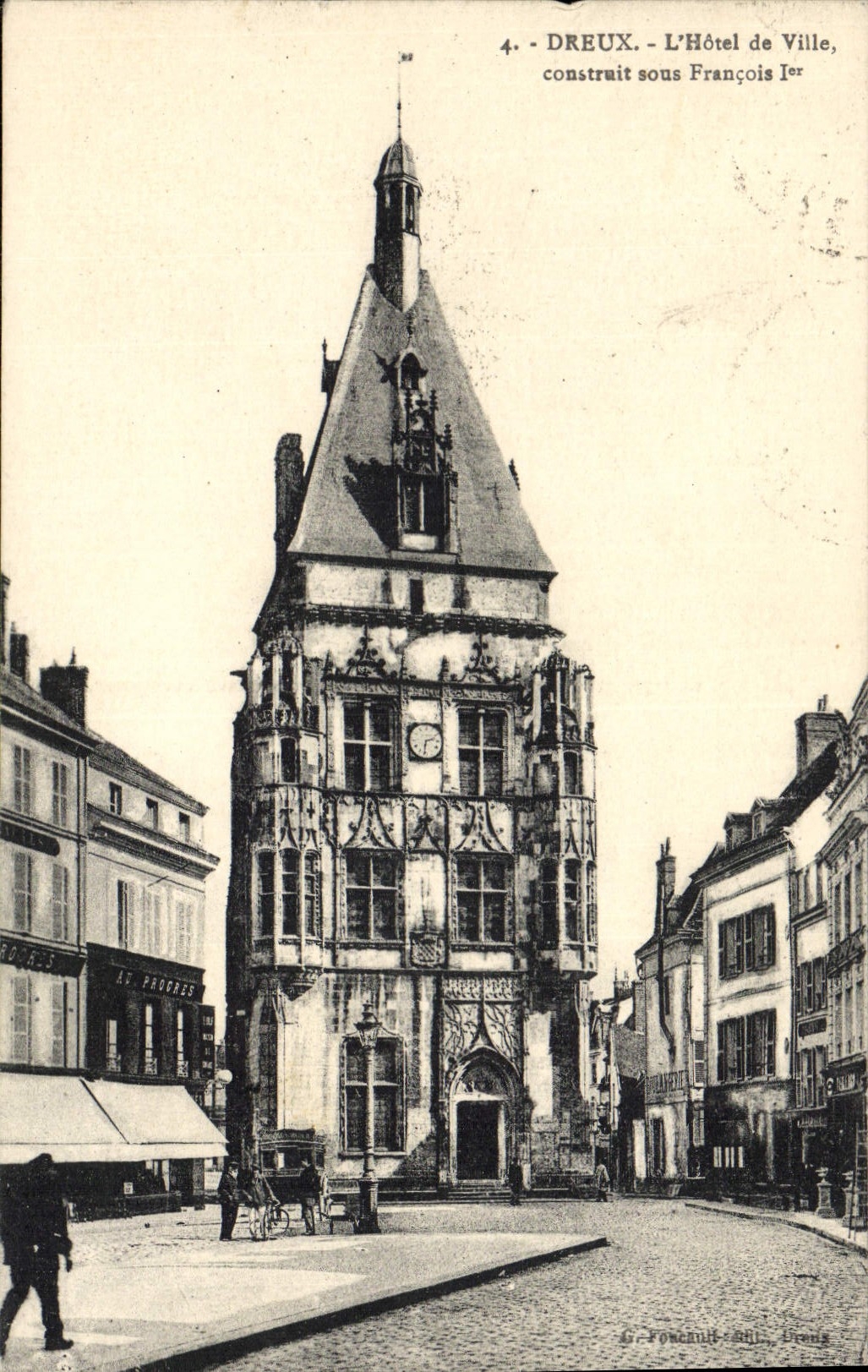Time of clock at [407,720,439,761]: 2:31
